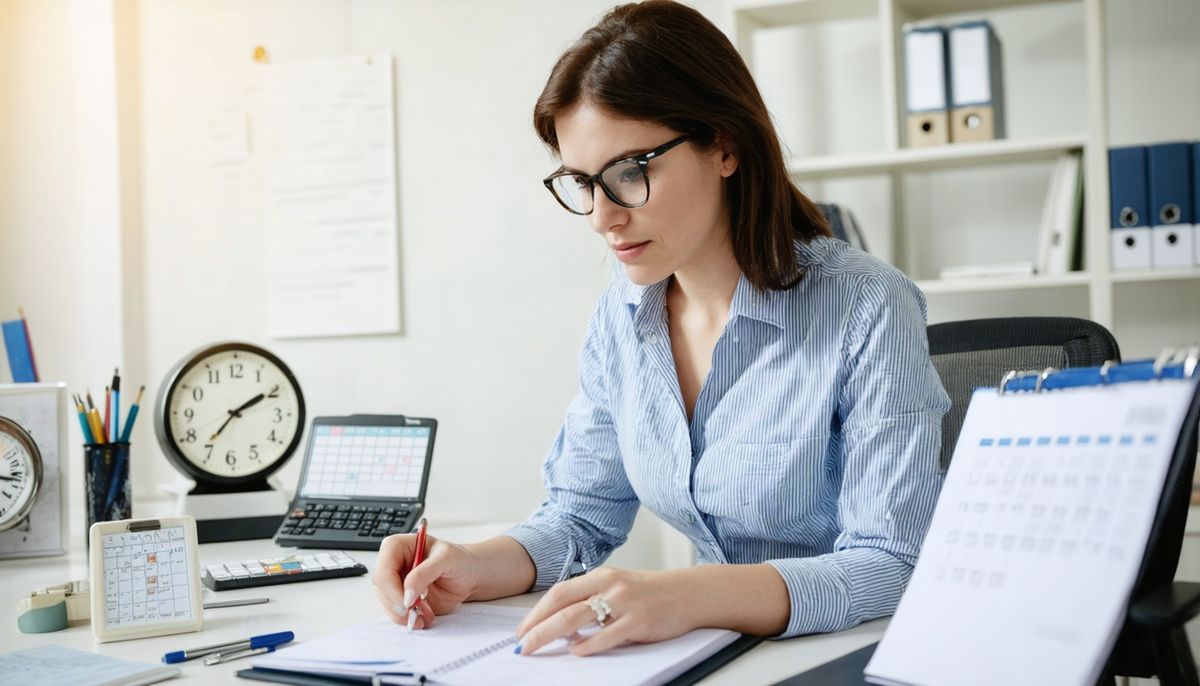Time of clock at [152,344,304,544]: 7:09
